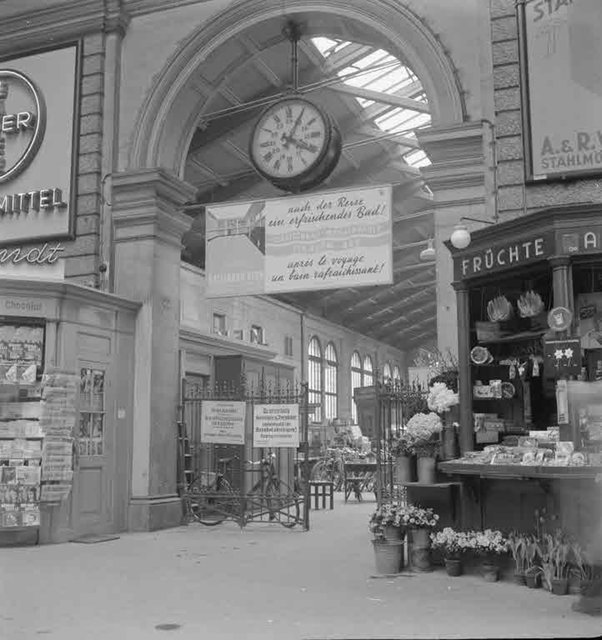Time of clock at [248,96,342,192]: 4:04
